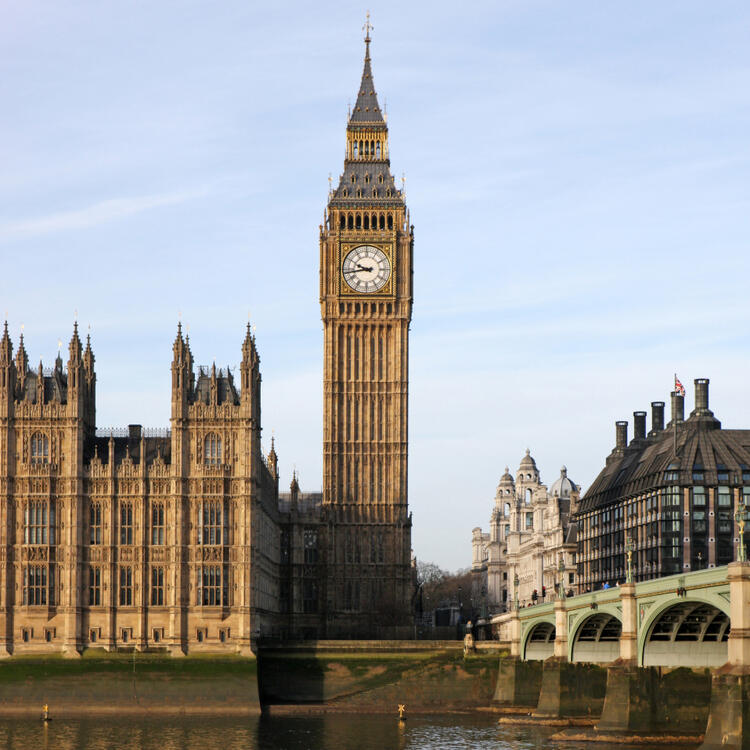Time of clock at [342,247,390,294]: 9:43
